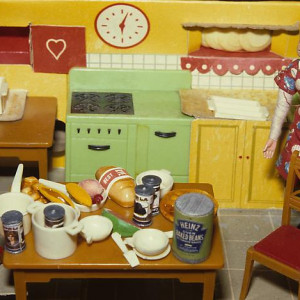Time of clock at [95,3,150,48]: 6:03
